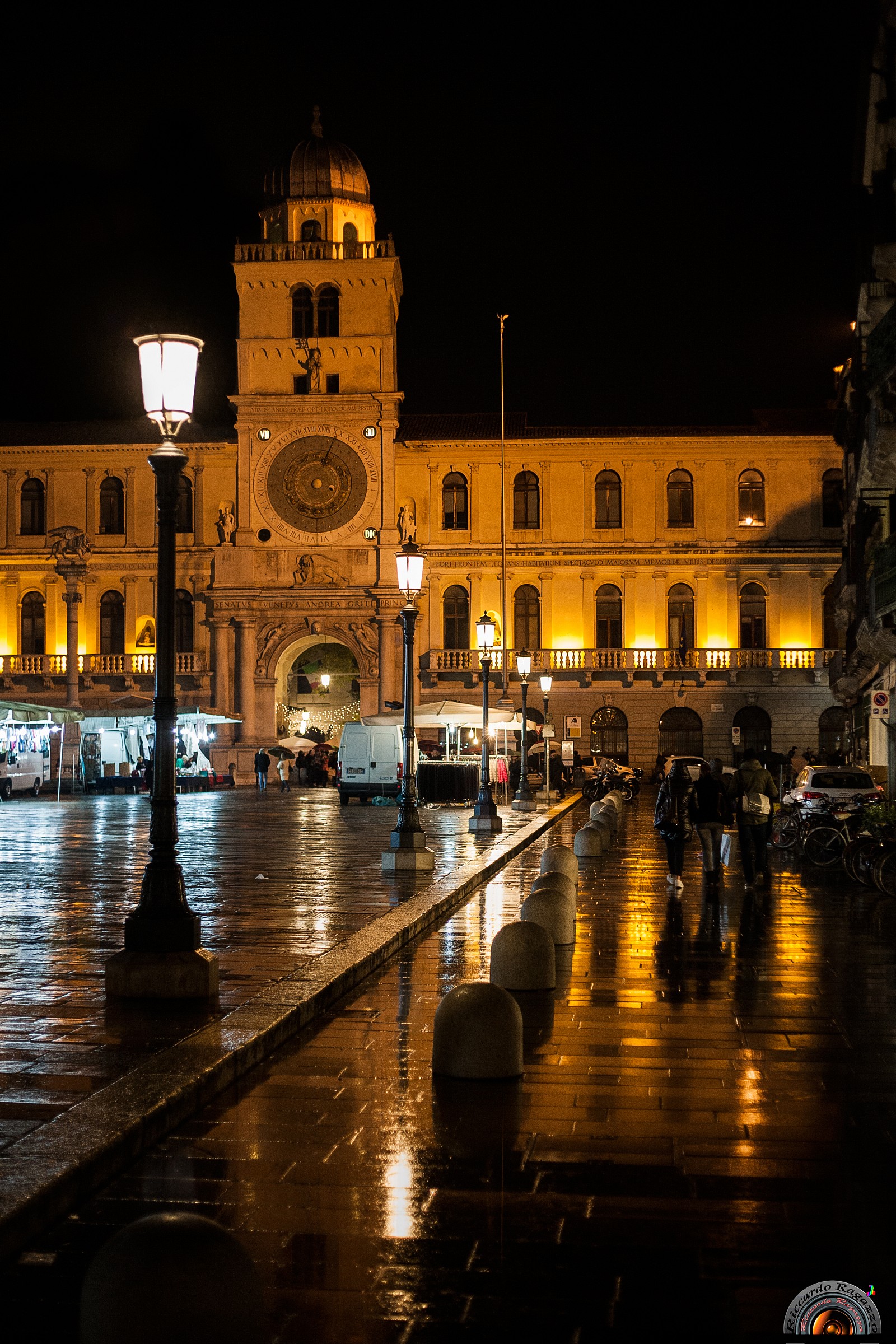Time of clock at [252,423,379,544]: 4:04
